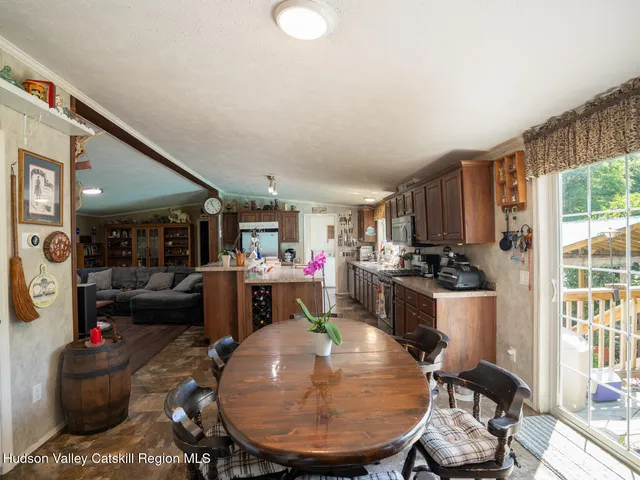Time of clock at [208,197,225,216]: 11:24
